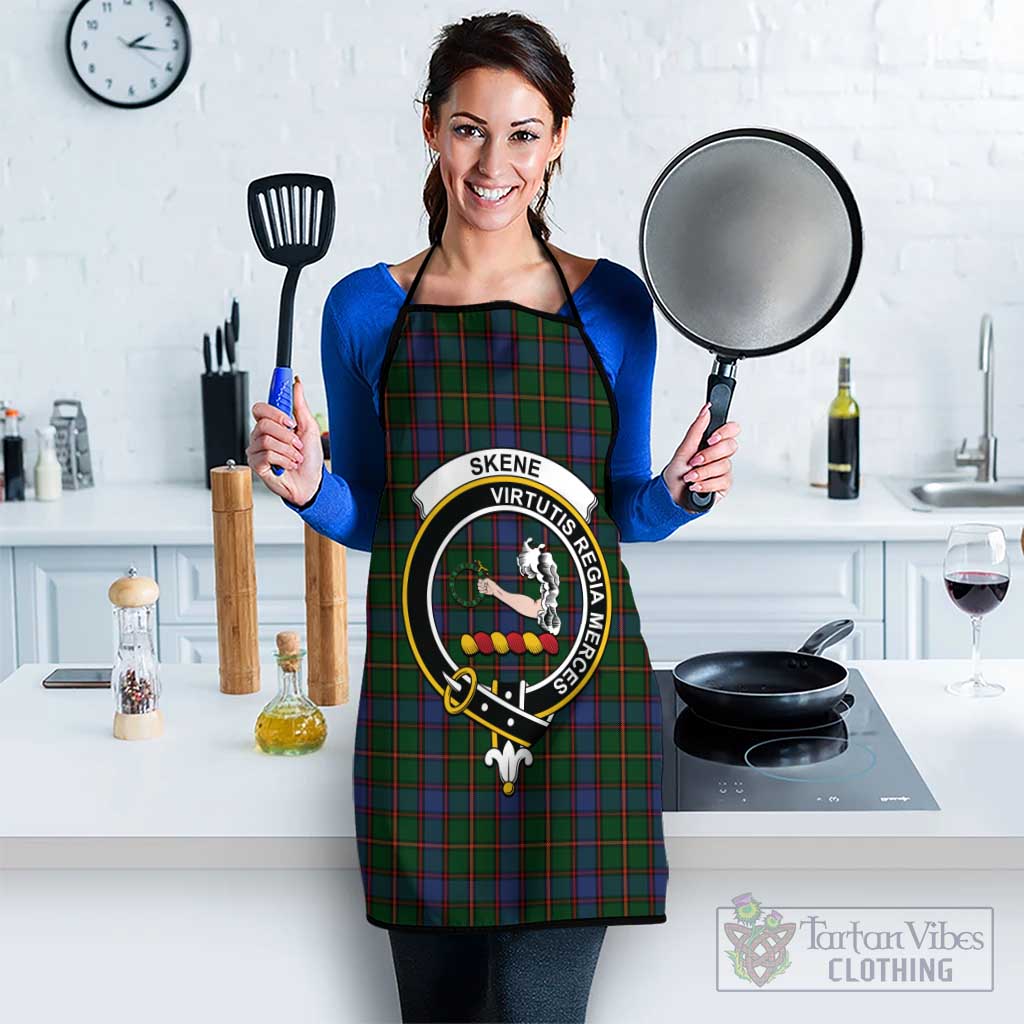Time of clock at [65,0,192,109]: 2:16
